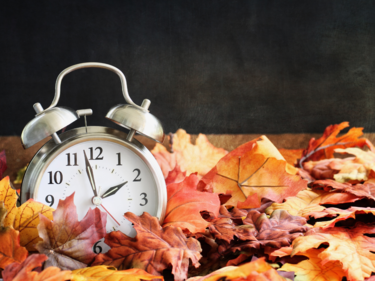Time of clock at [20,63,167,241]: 1:57
